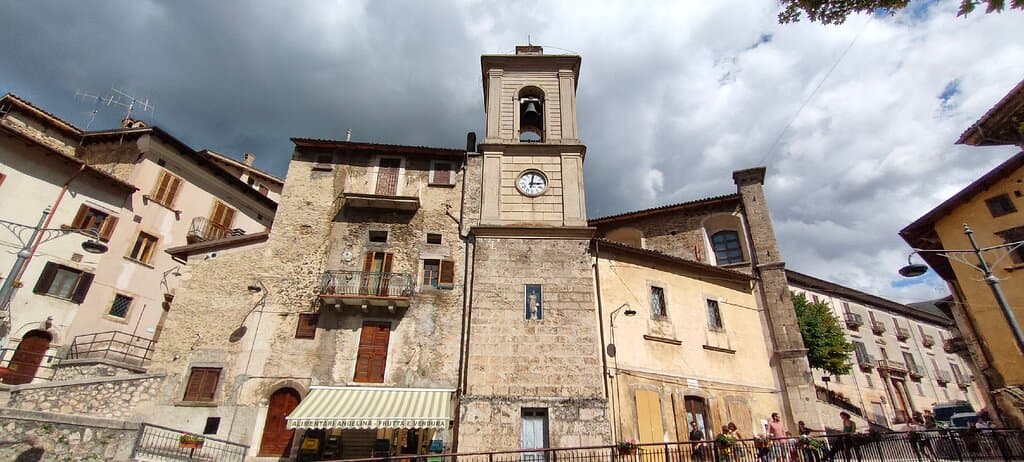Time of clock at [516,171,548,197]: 3:01
